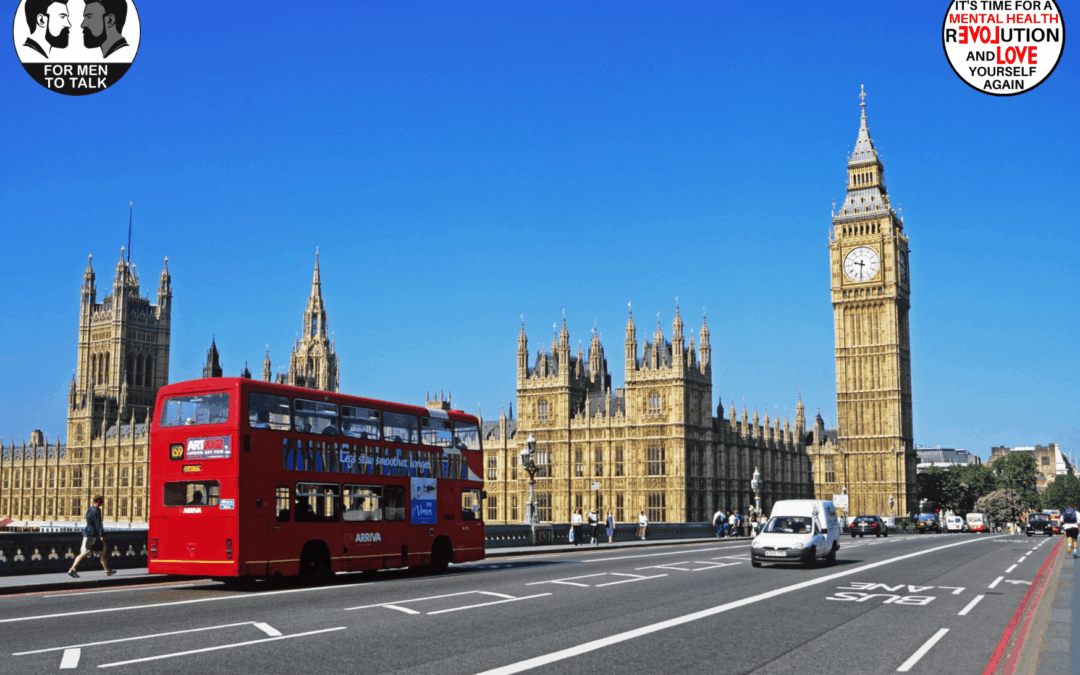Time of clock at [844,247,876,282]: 9:31
